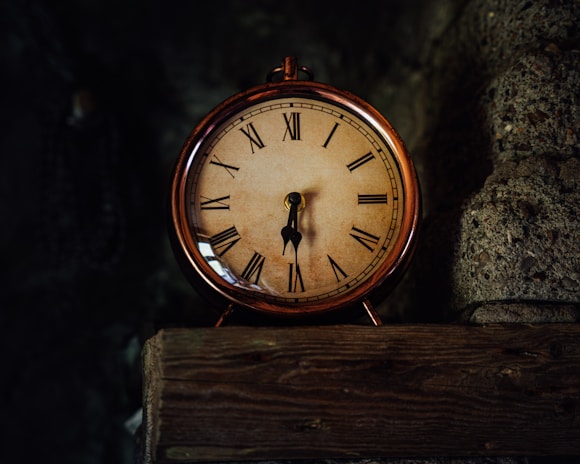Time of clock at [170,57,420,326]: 6:29
